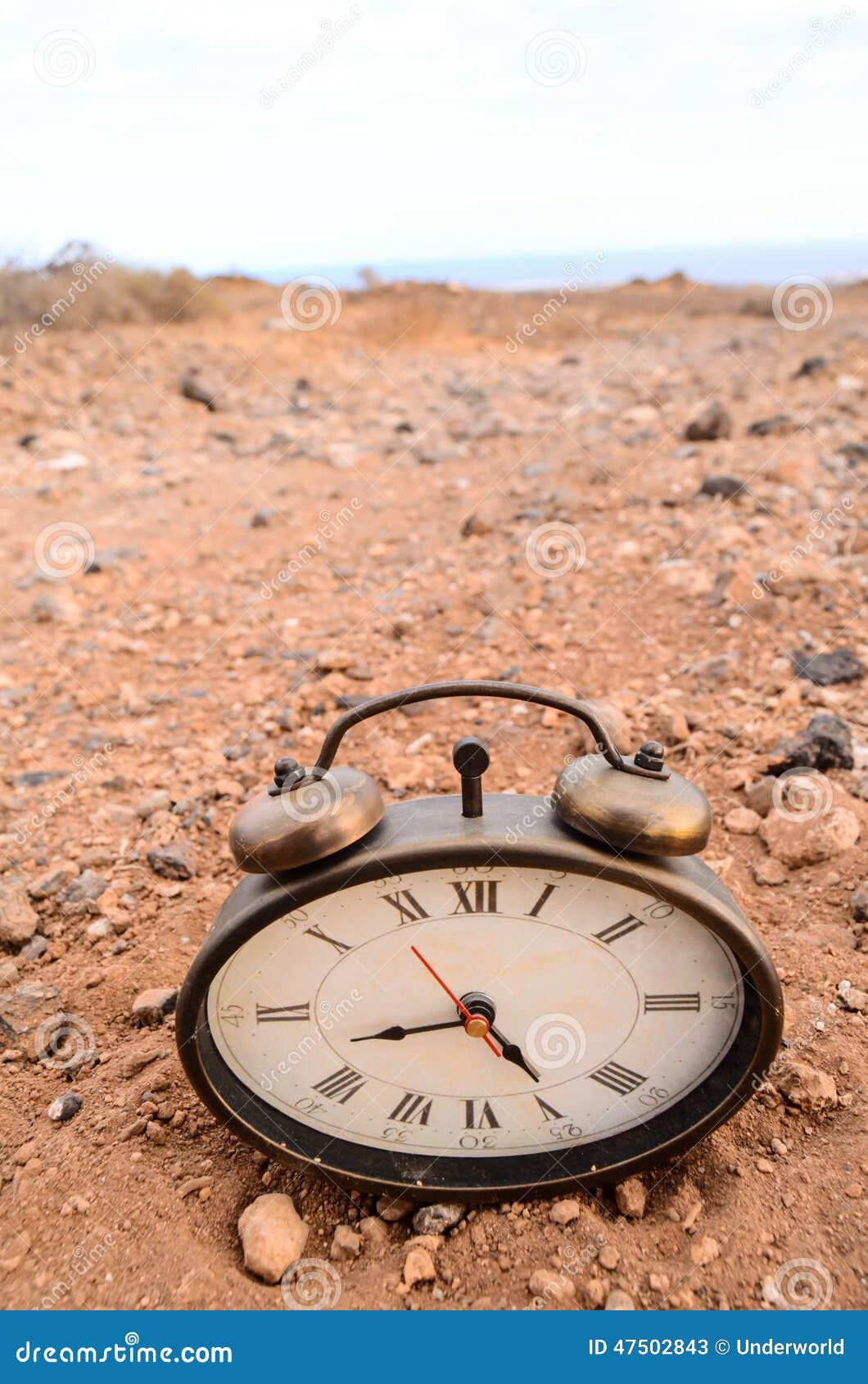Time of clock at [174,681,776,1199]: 8:24
